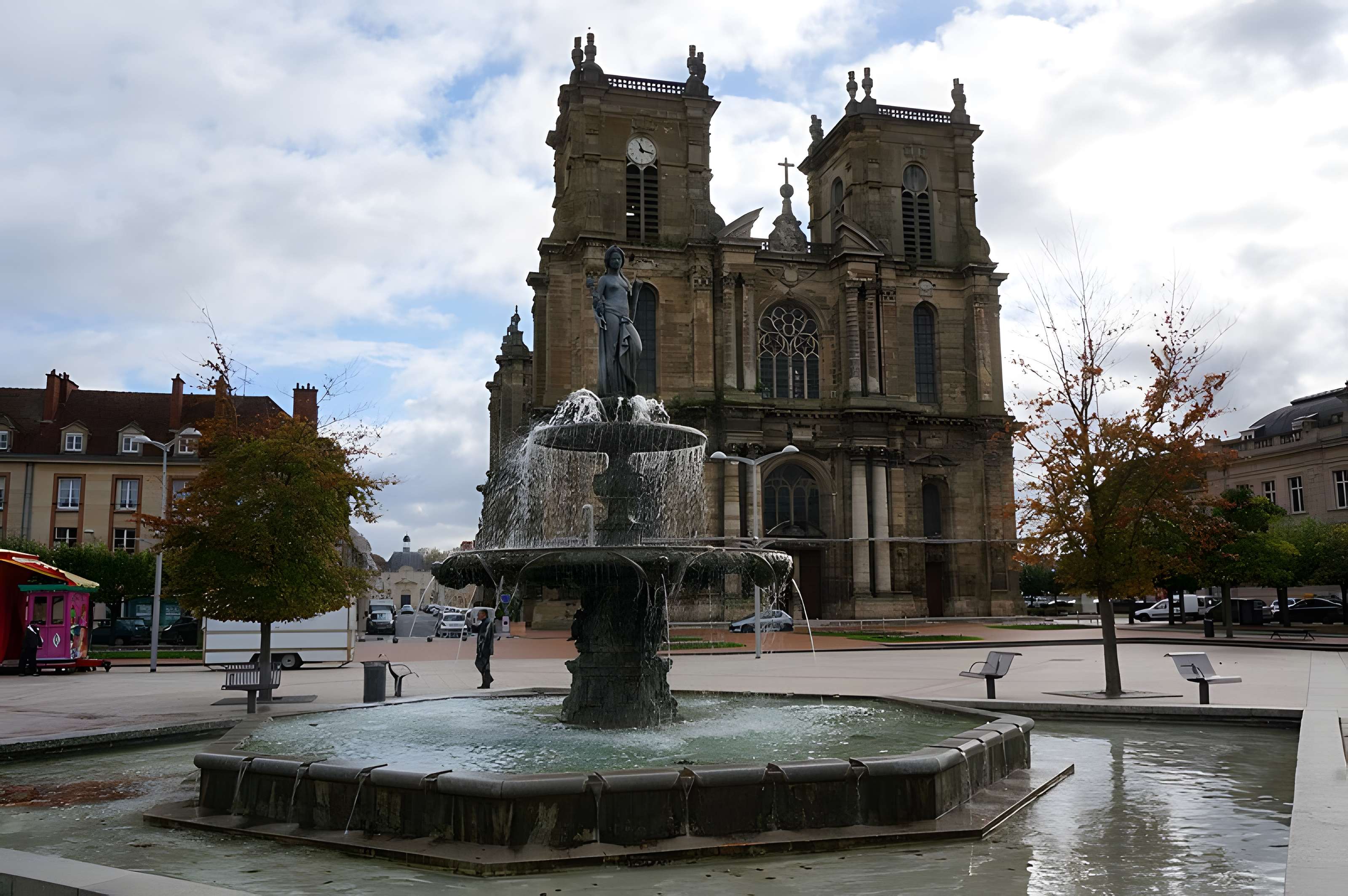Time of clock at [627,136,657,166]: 11:17
